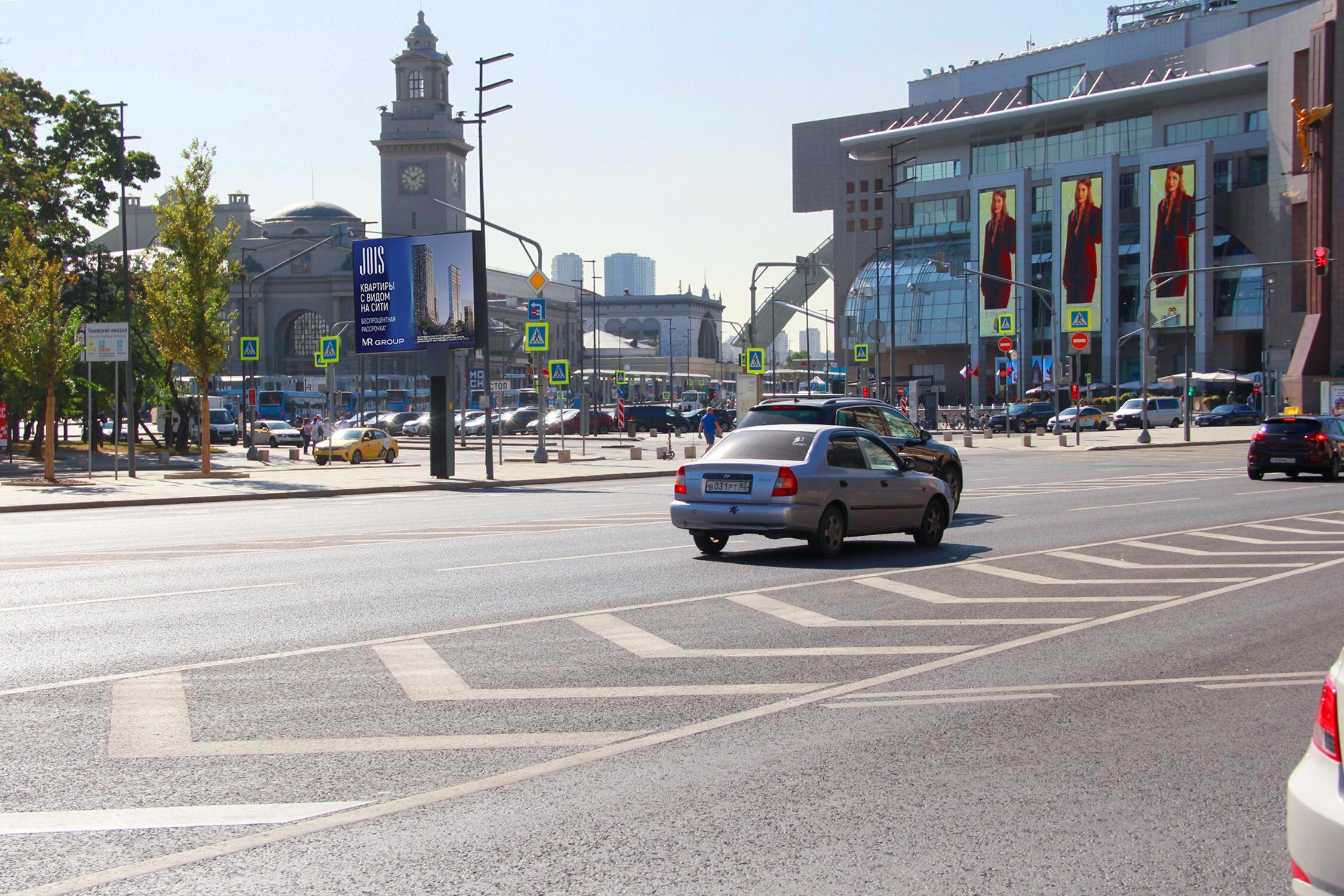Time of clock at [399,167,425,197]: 1:50
